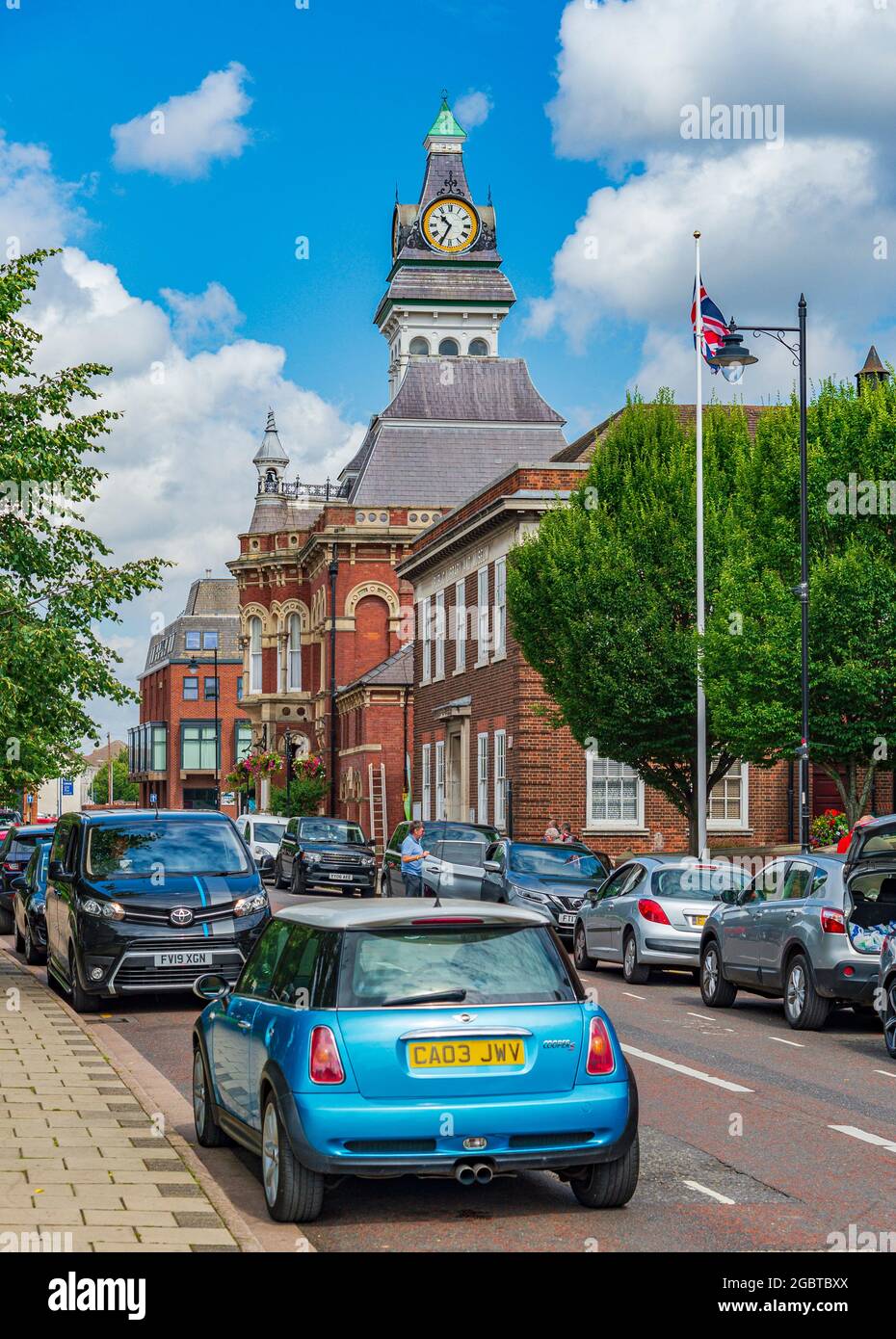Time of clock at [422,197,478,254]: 10:34
